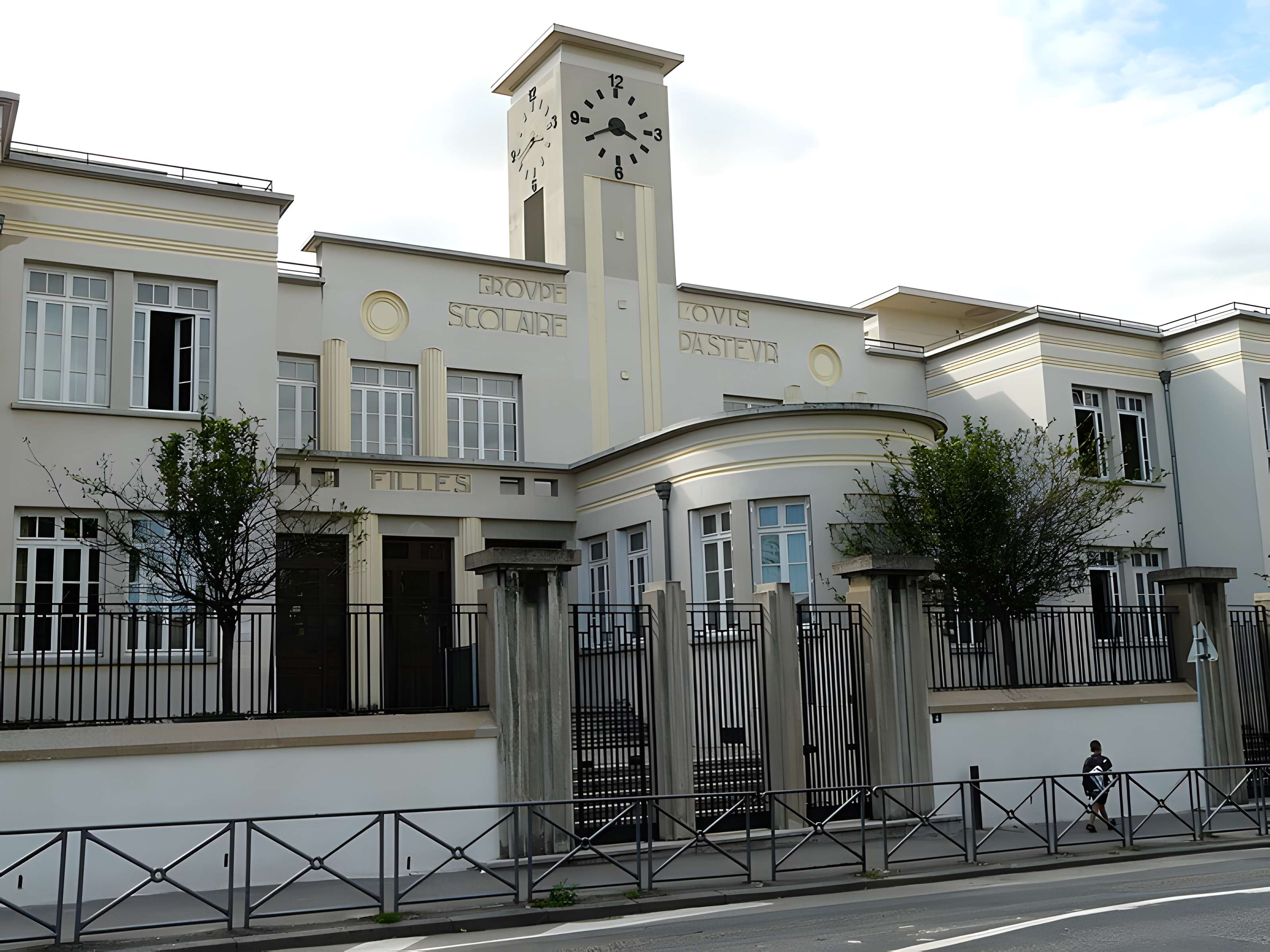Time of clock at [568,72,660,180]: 3:40
